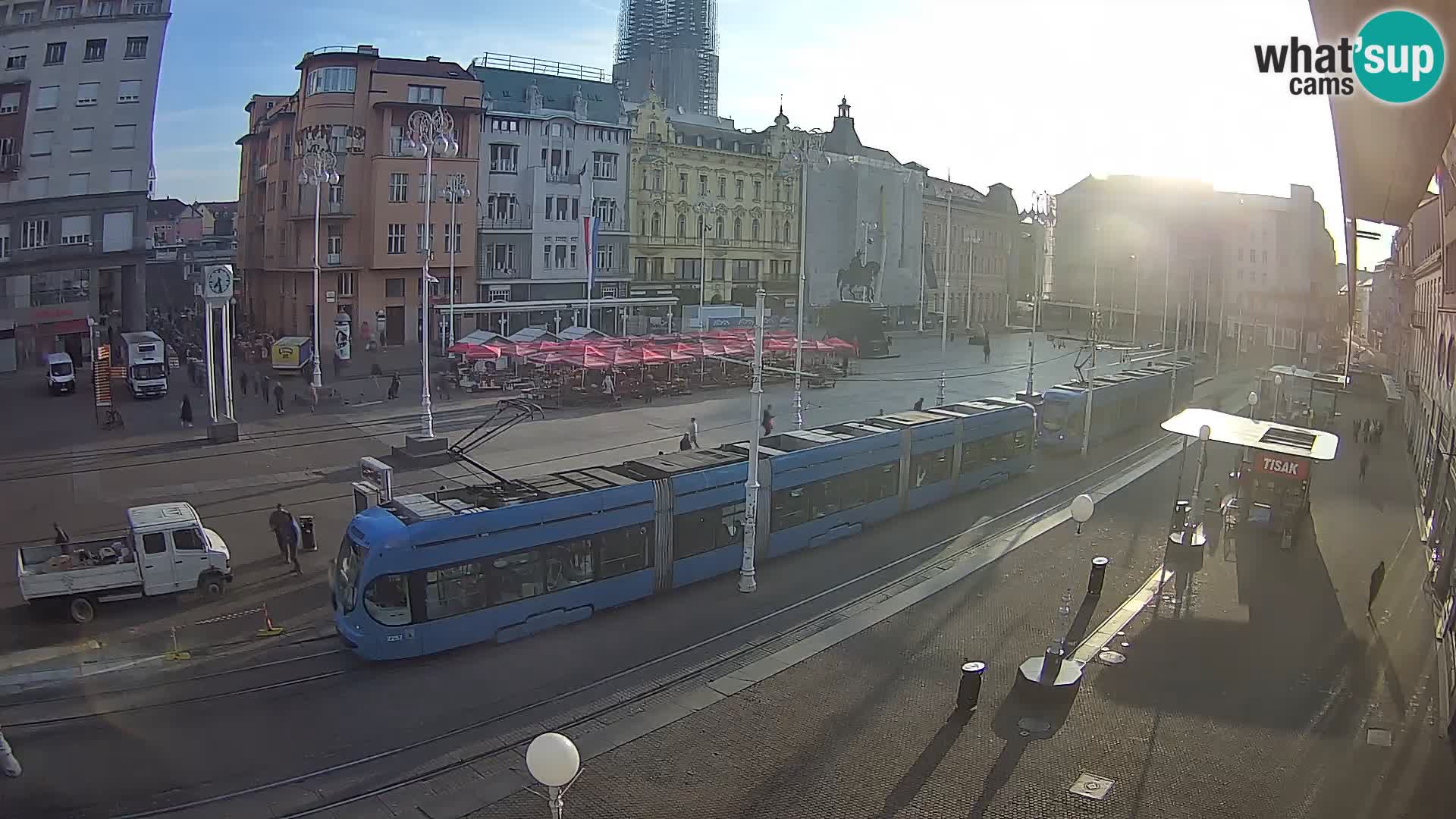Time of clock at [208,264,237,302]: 7:28
